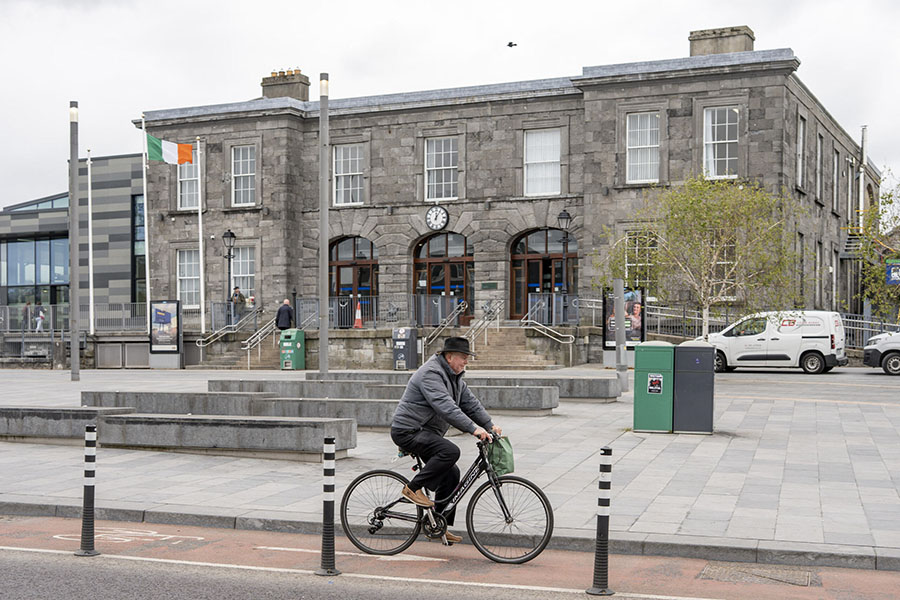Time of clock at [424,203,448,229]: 12:05
